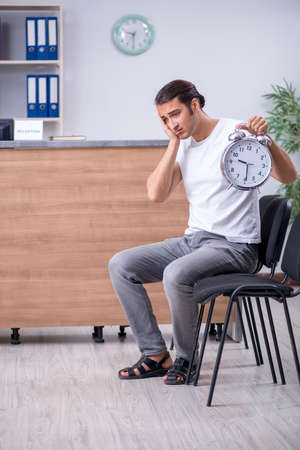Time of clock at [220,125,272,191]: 9:29
